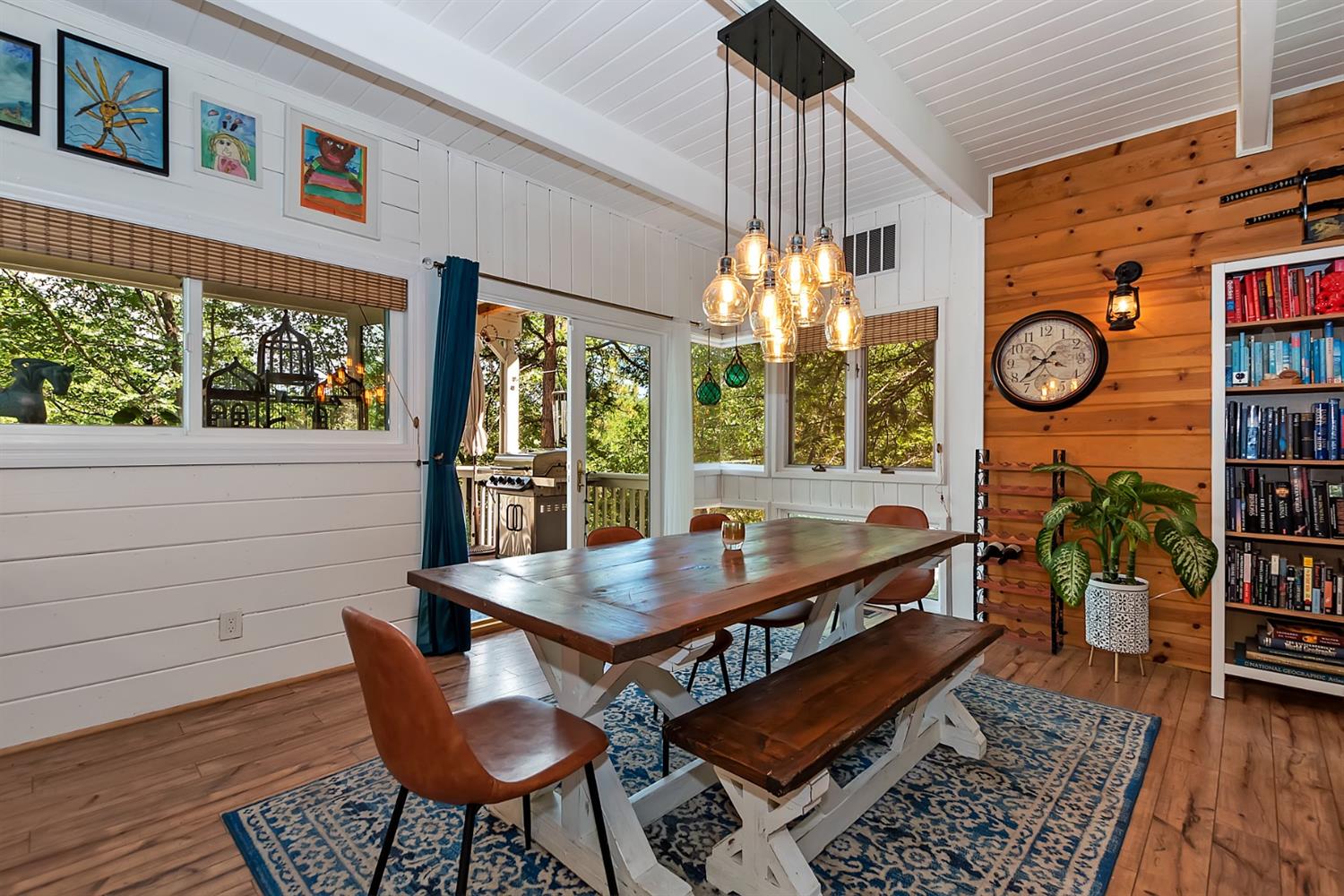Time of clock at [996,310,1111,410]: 9:38
